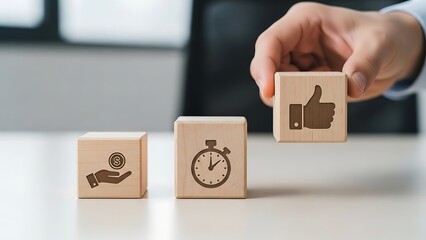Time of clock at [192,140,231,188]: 12:08
